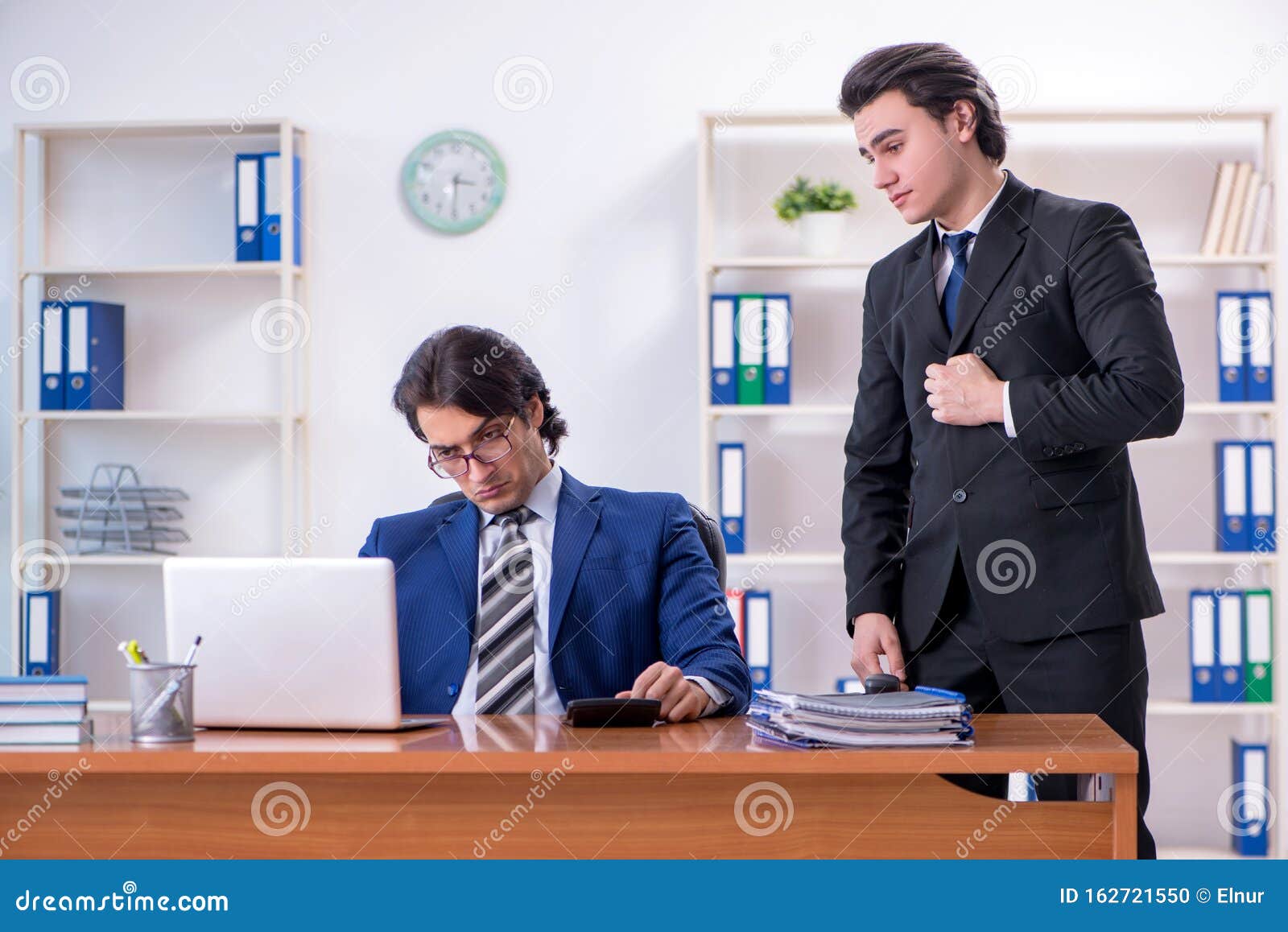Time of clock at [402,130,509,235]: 3:30
